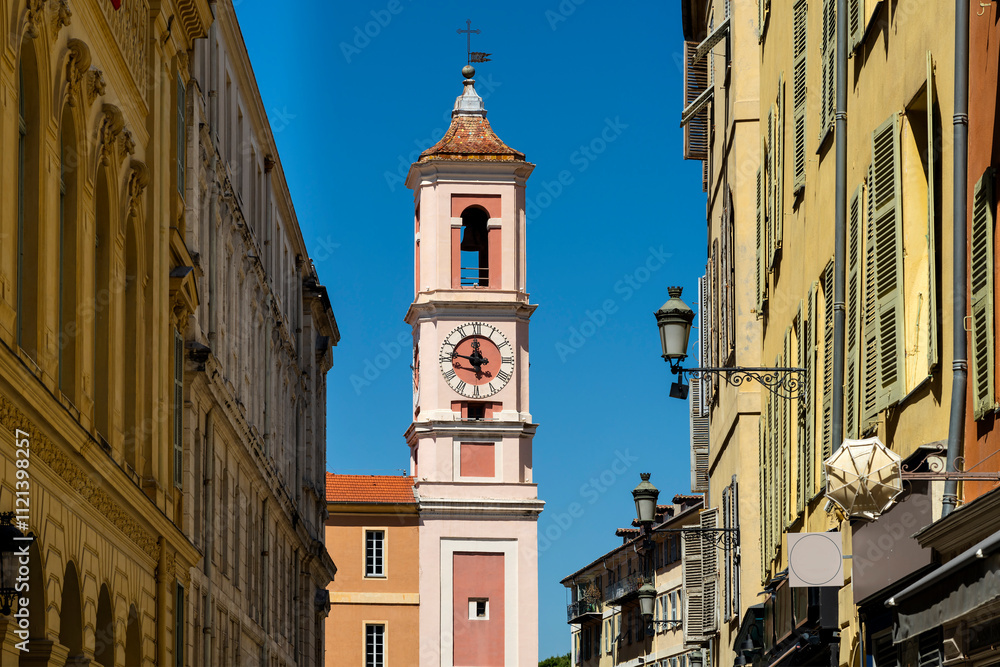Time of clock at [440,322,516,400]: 11:46
